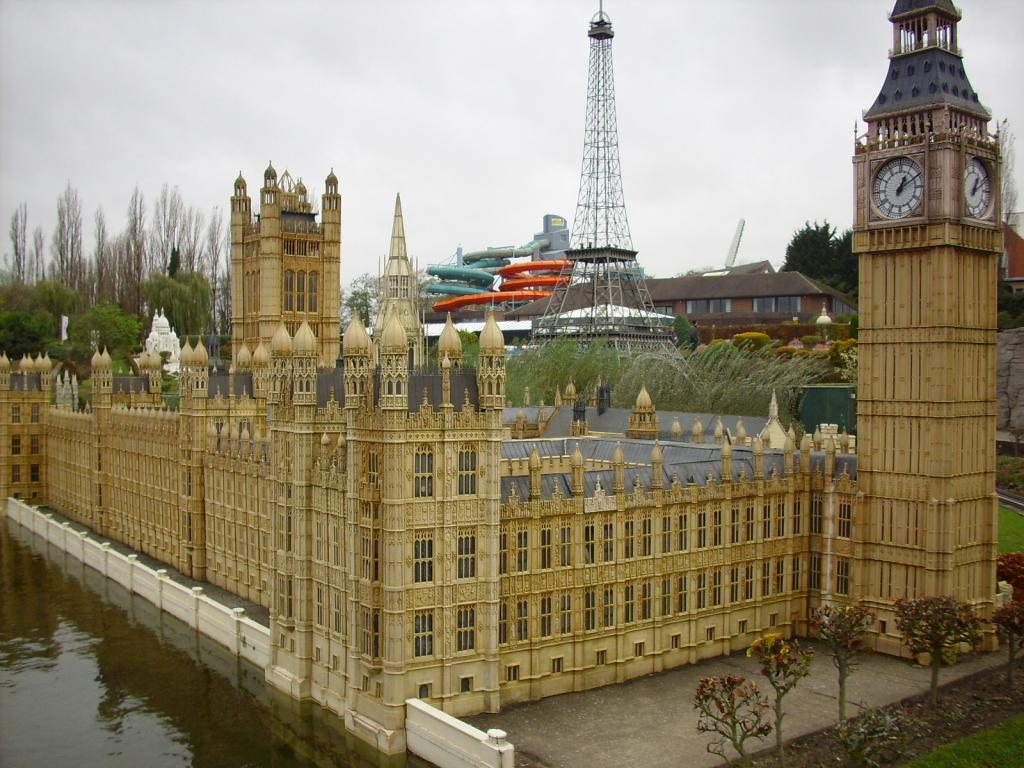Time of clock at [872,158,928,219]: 1:10
